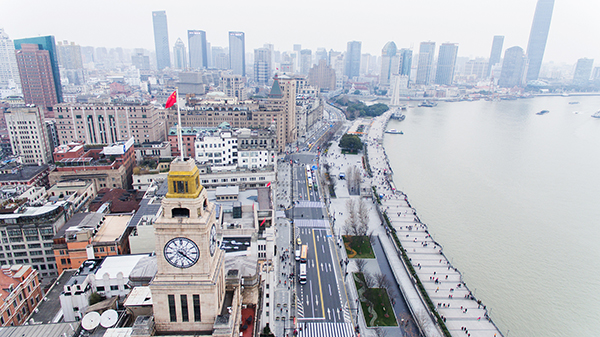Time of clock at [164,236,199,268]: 4:21
